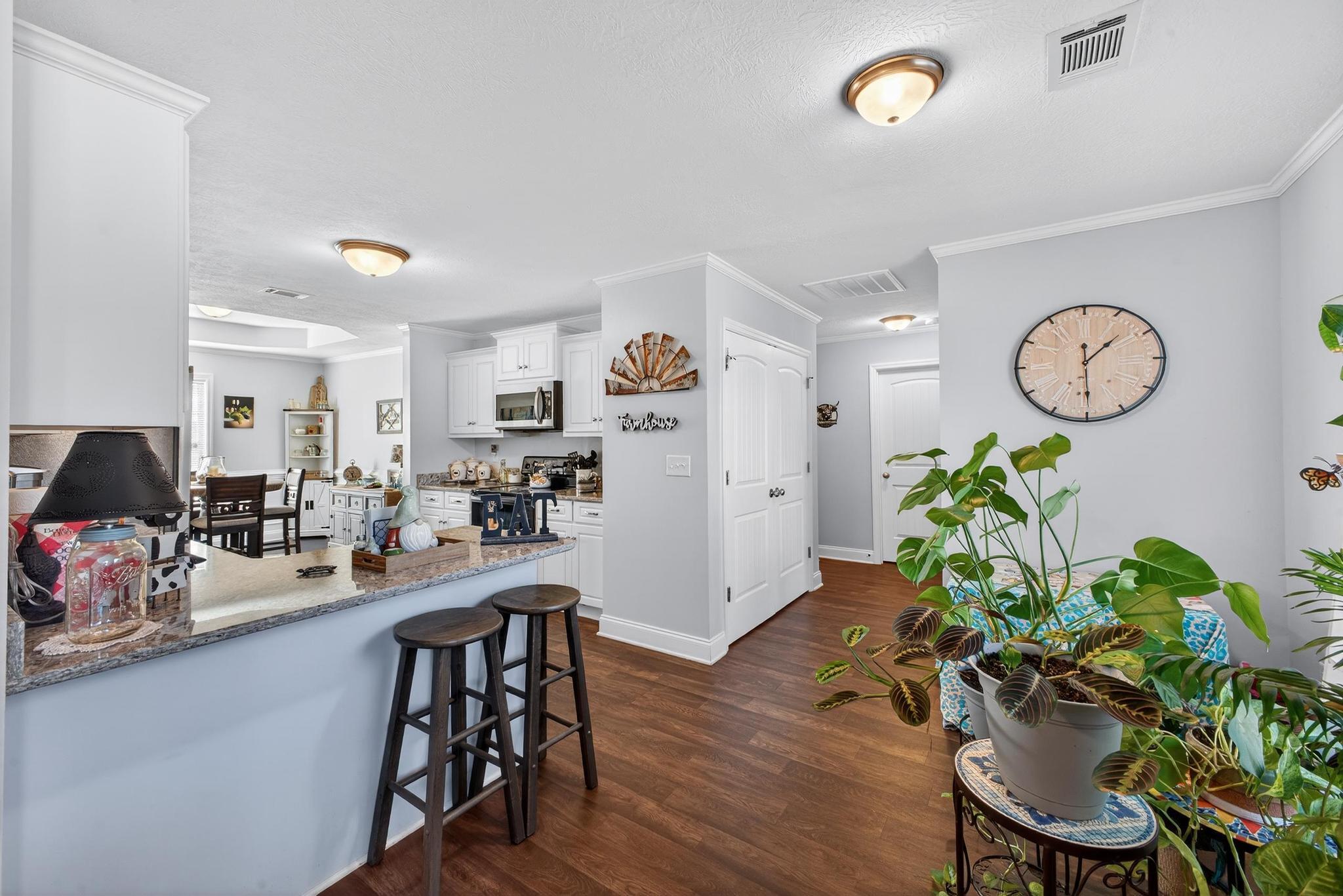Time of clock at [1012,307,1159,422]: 1:29
